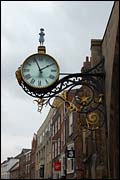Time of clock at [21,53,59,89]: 1:56
